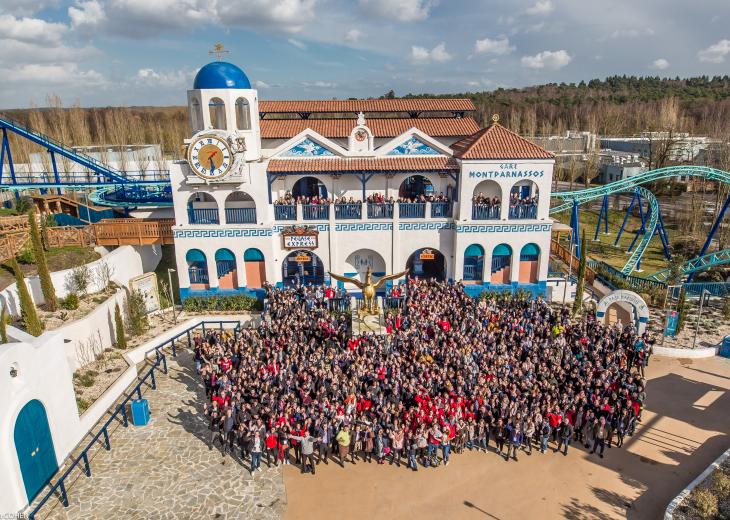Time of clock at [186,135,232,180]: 1:28
